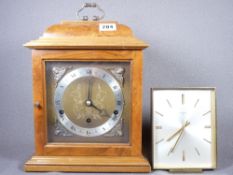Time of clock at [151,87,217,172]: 7:34
